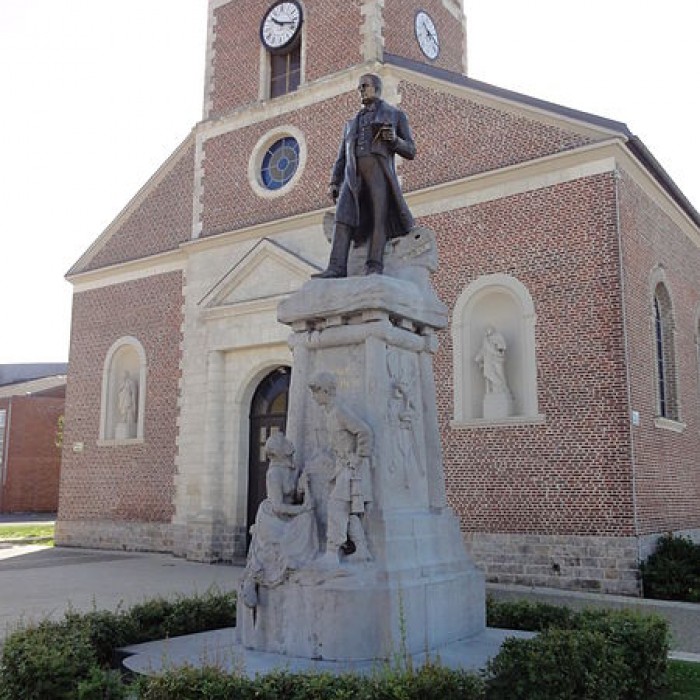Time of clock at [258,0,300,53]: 10:17
